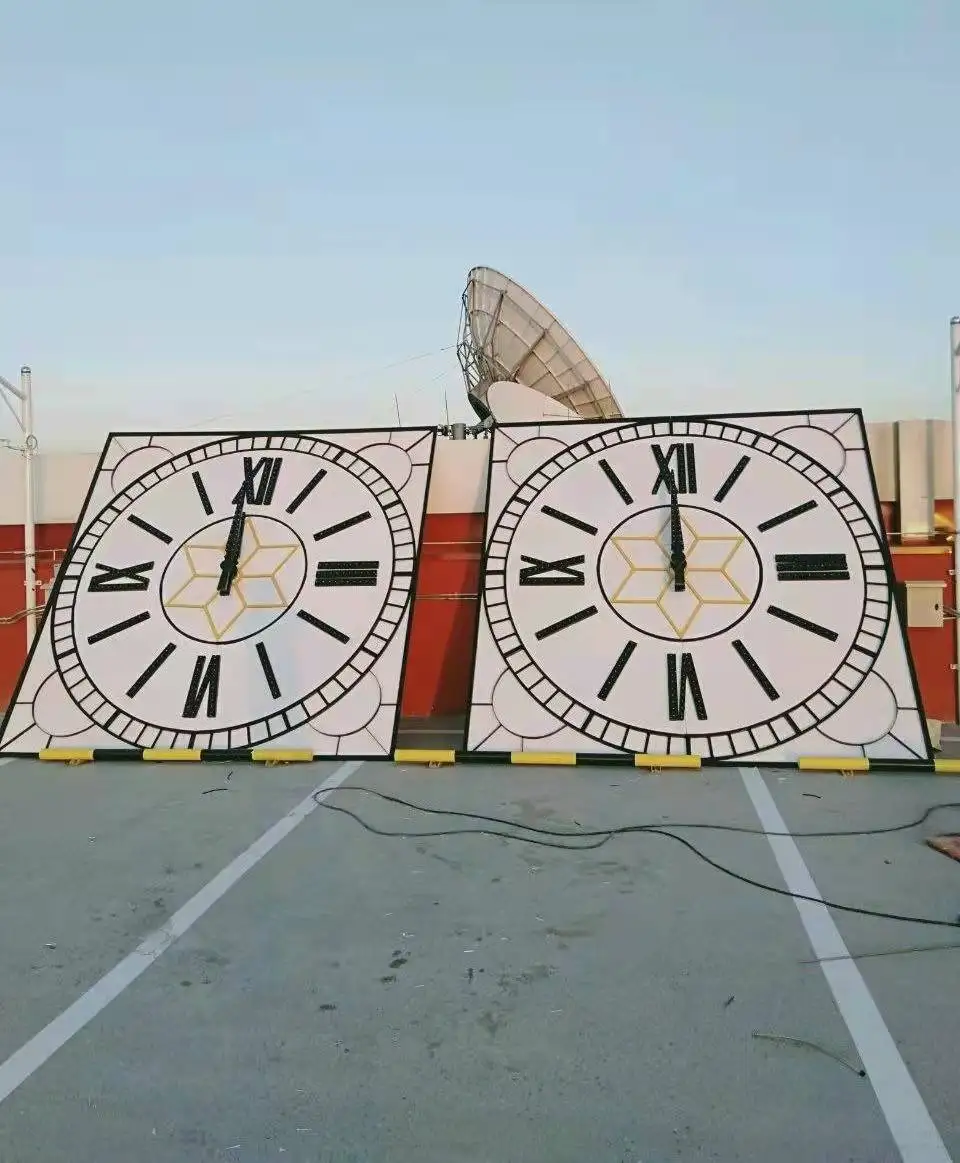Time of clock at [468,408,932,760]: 11:59
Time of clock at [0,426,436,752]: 11:59
